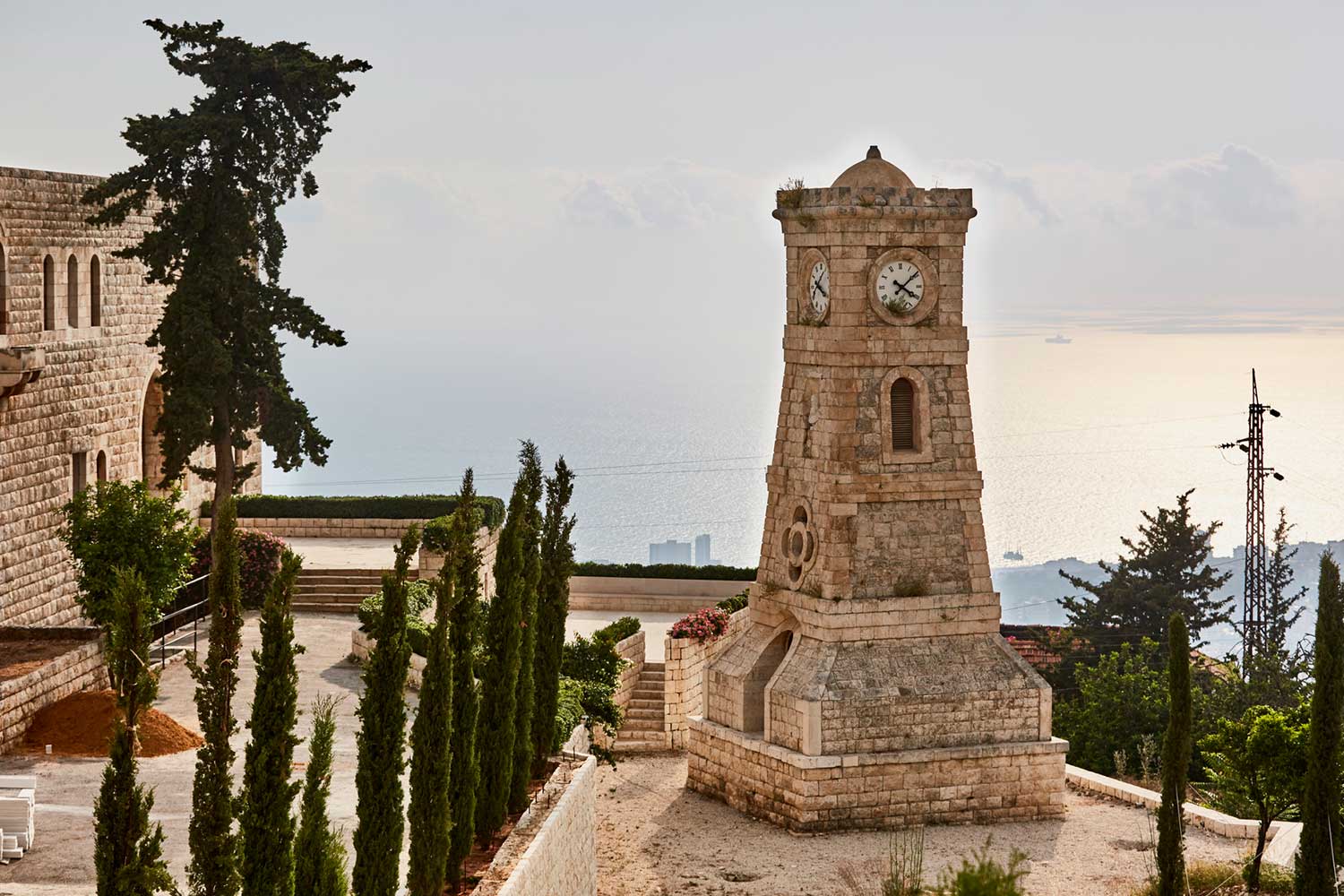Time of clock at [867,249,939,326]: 4:08
